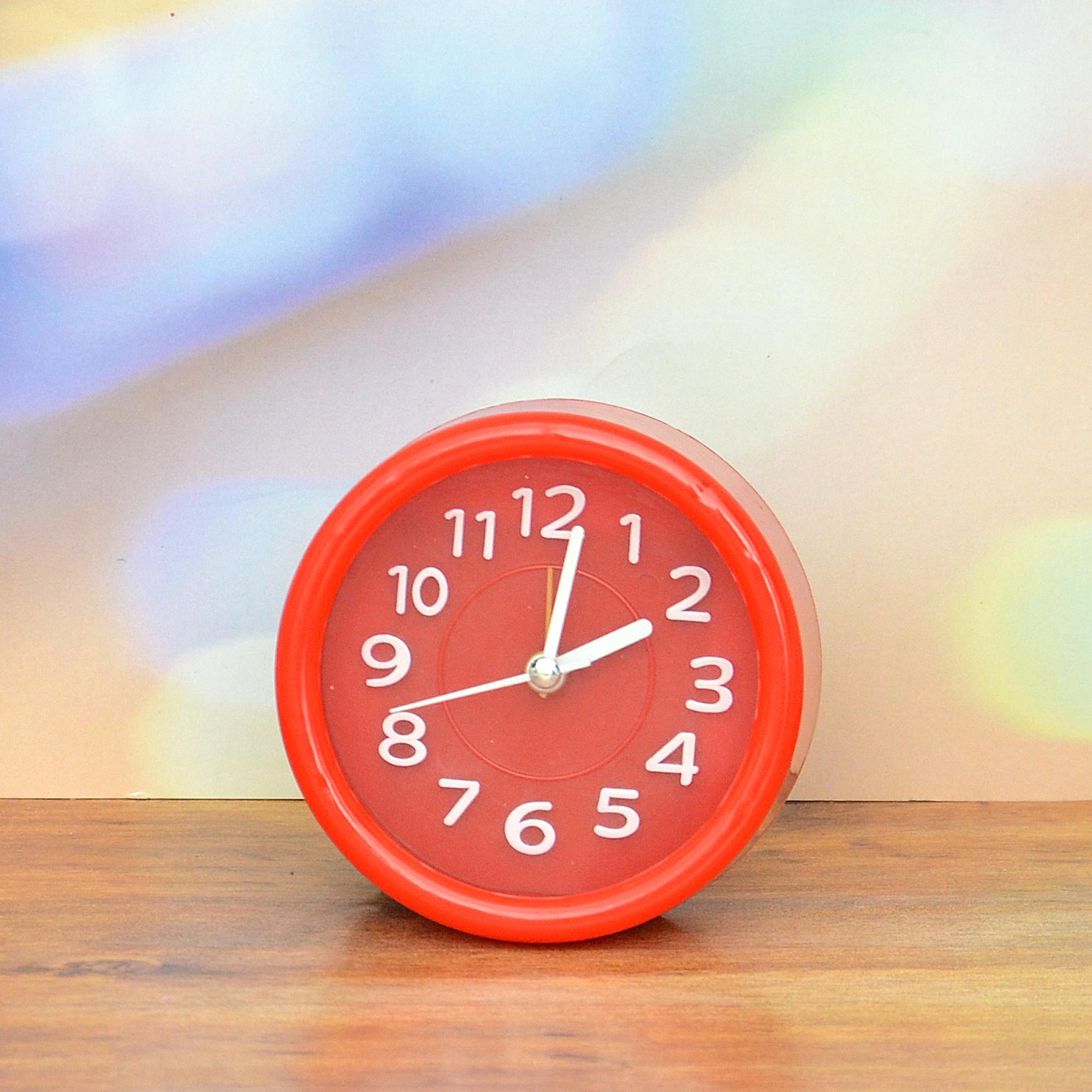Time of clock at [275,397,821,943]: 2:01
